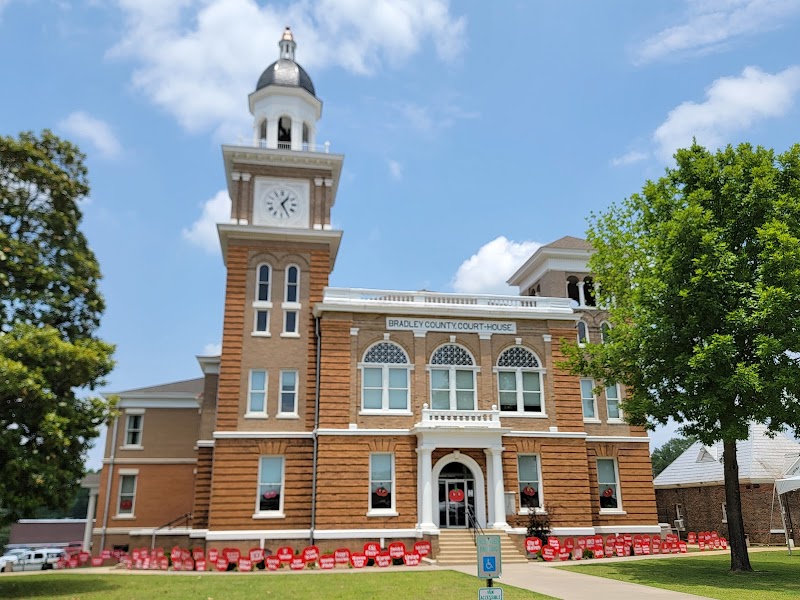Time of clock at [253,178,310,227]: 1:25
